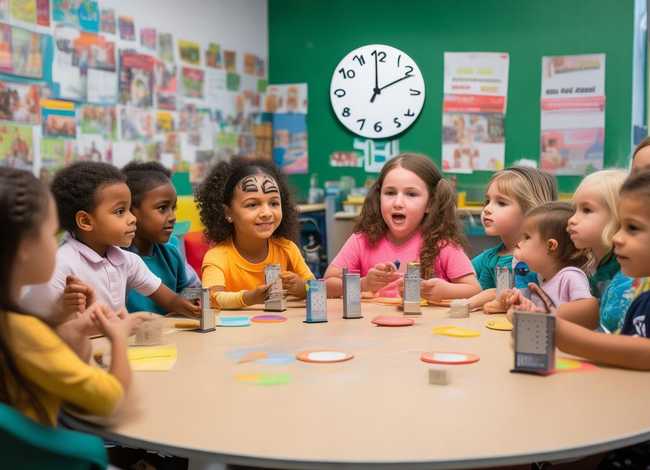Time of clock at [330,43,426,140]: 1:59
